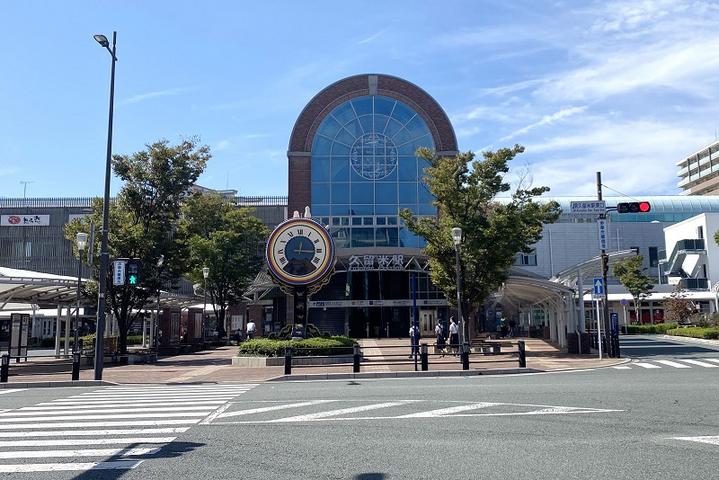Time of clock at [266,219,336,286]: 12:15
